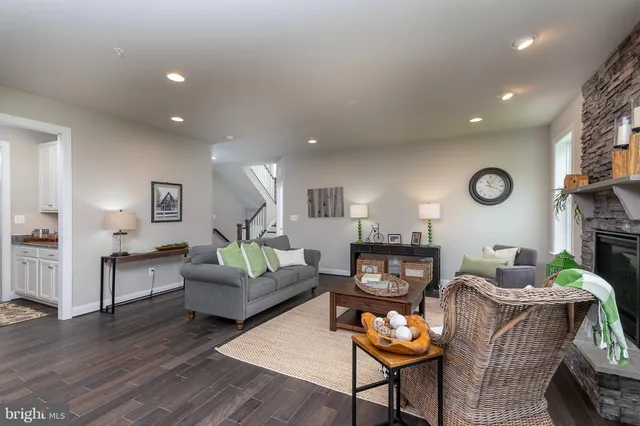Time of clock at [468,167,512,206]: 11:18
